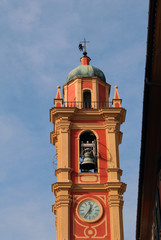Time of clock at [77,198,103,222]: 12:36
